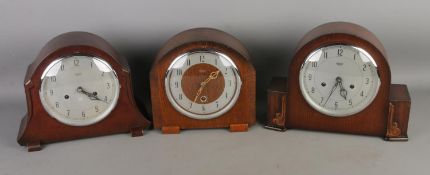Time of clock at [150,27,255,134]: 1:34
